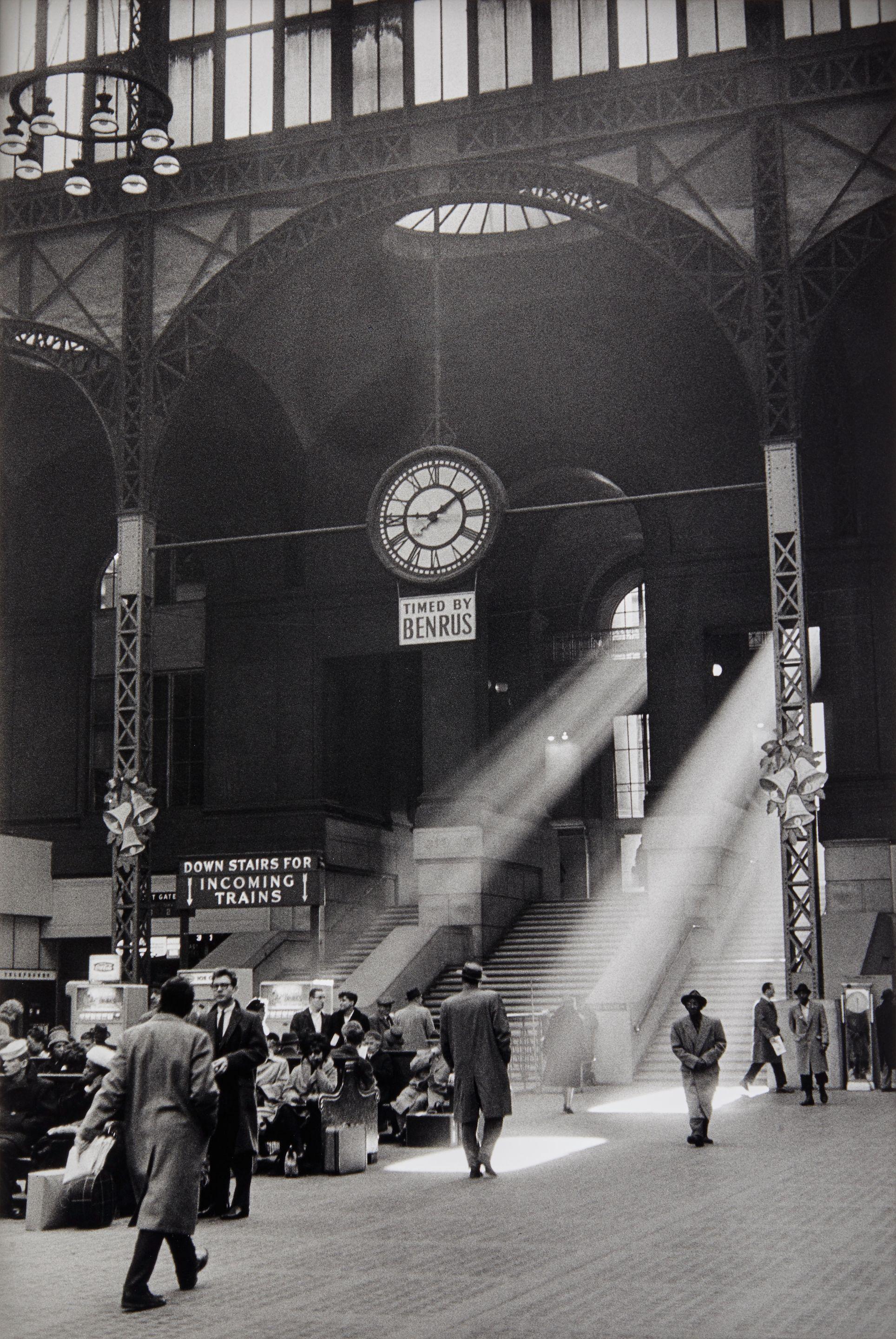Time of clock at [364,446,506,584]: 1:45
